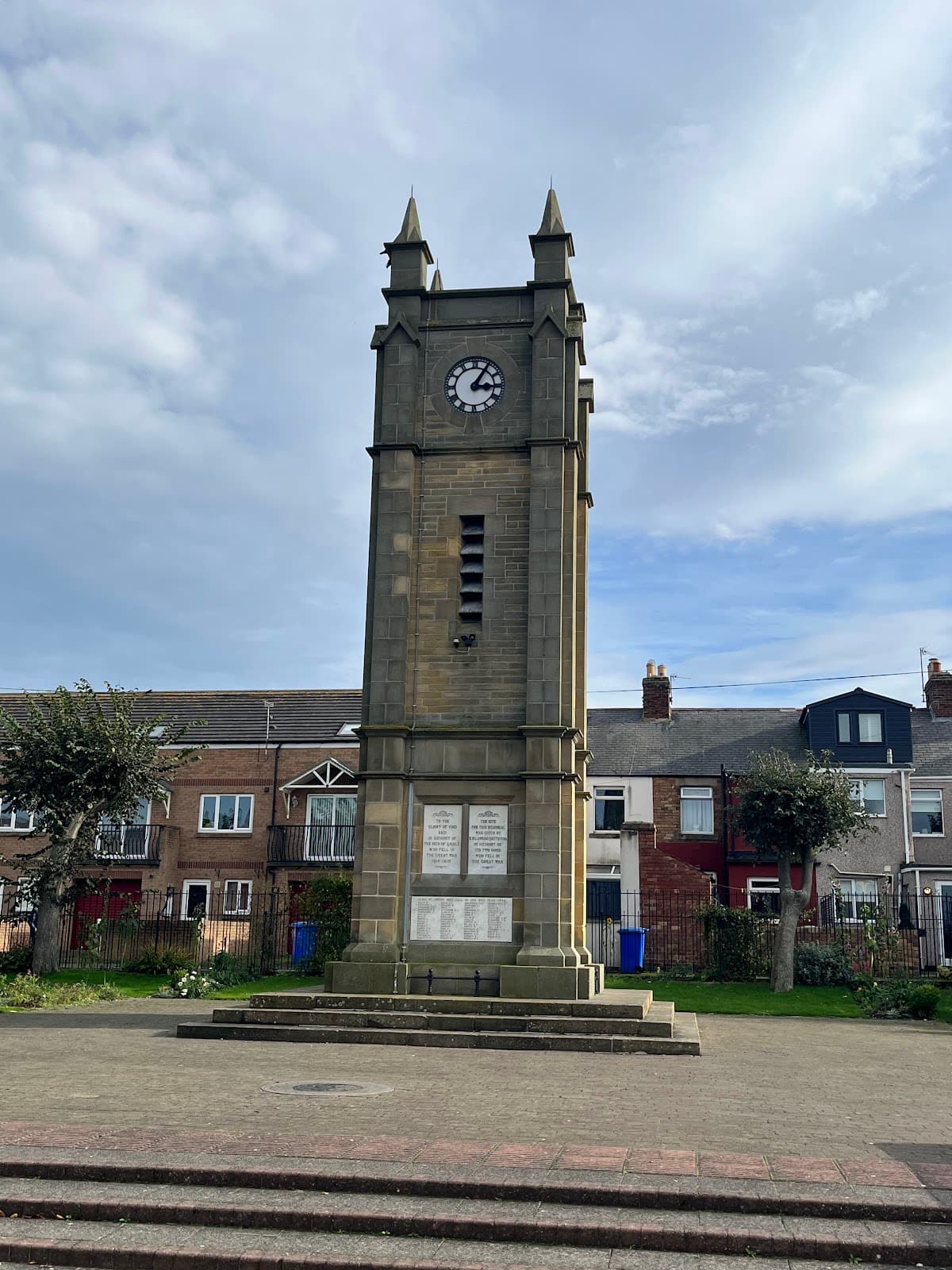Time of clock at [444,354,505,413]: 3:05
